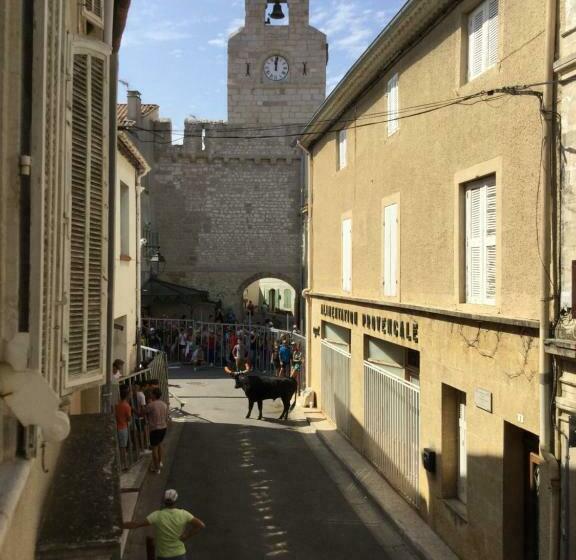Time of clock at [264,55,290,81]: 12:00
